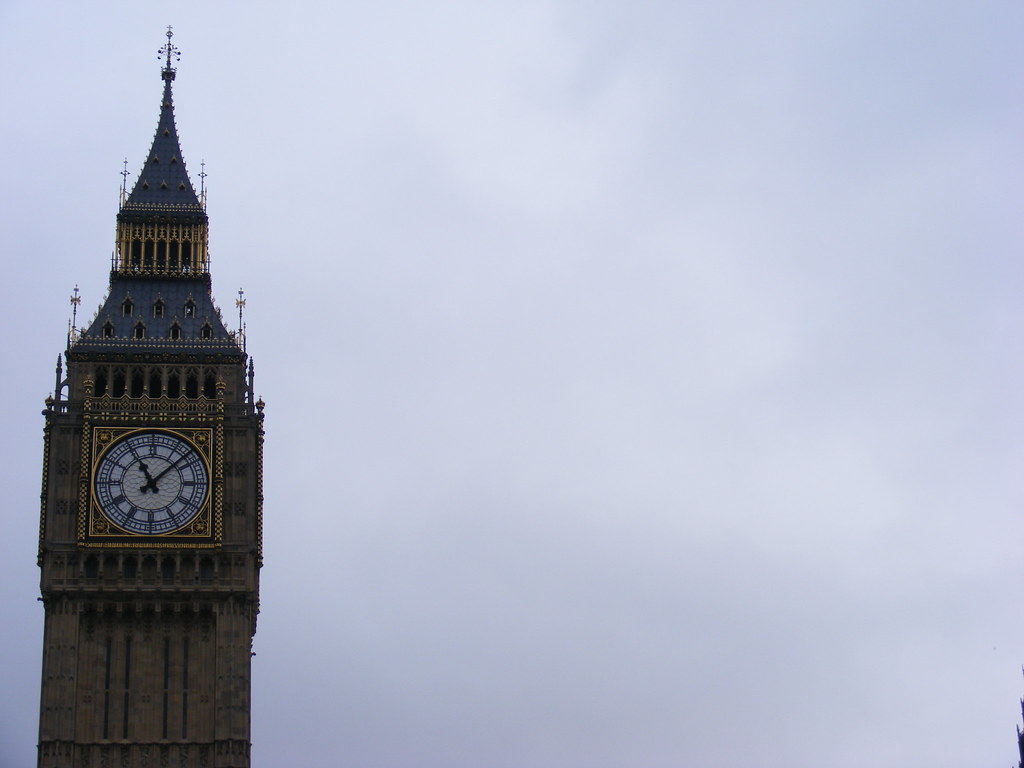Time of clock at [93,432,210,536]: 11:07
